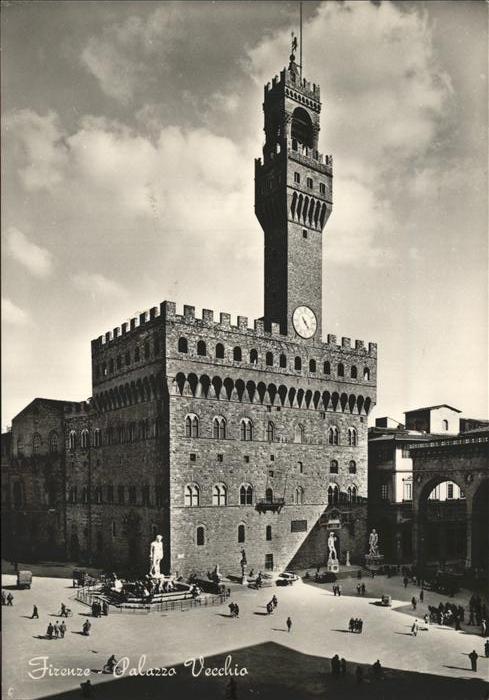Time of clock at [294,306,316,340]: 4:23
